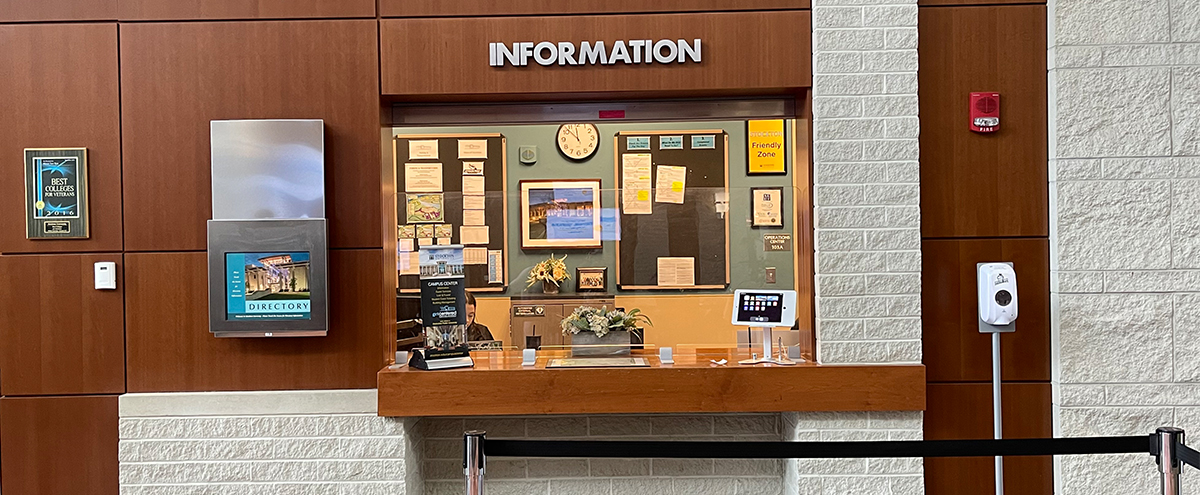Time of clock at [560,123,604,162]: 11:52
